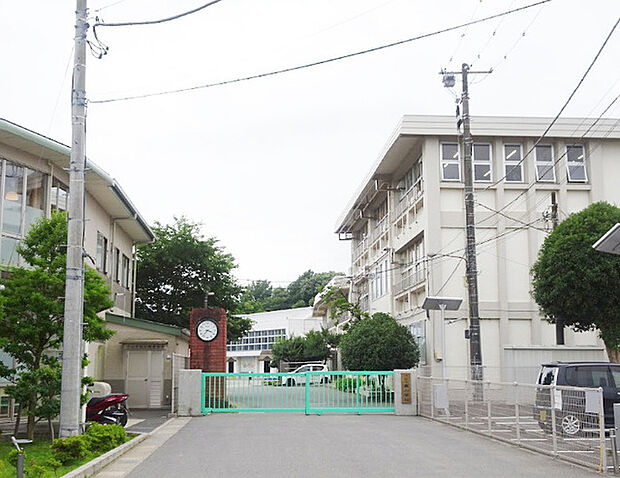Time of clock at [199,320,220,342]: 3:36
